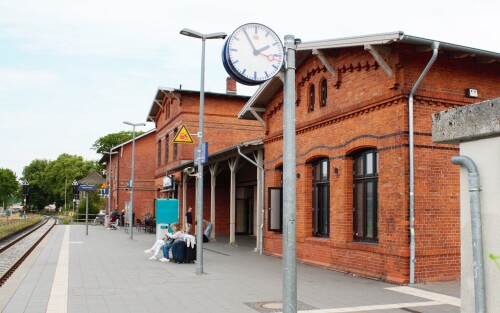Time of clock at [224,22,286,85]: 1:55
